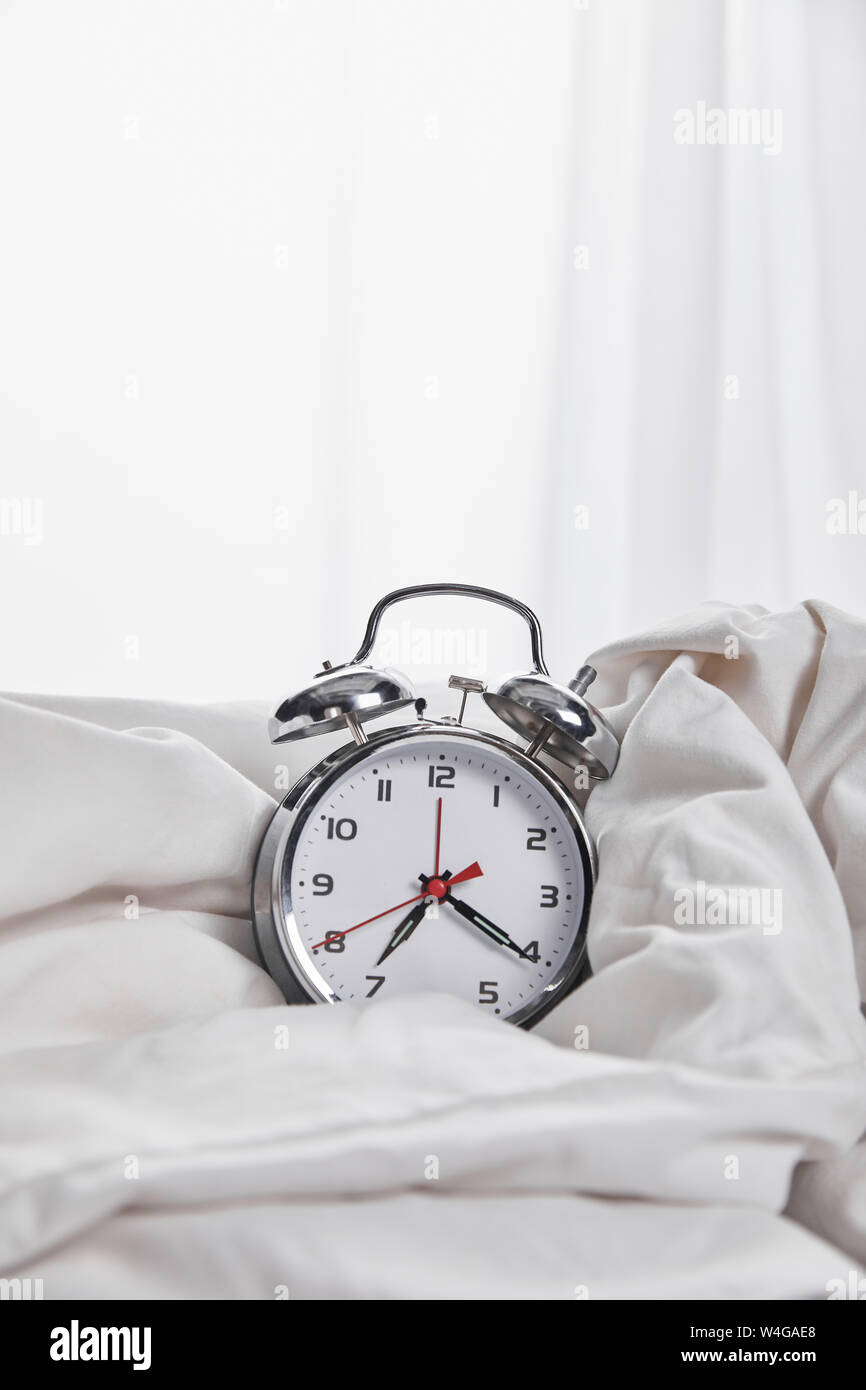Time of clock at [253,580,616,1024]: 7:20
